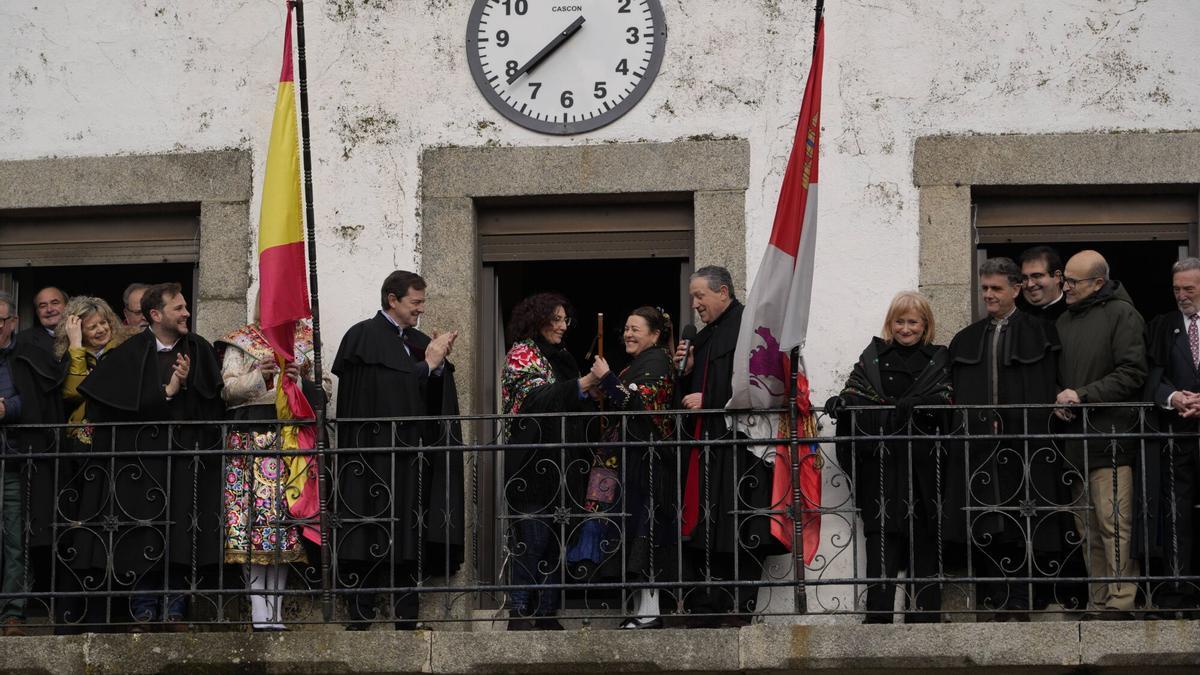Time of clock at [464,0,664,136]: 7:38
